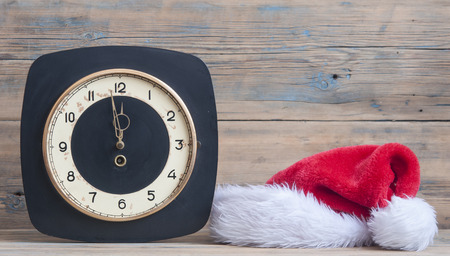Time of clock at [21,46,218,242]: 11:58
